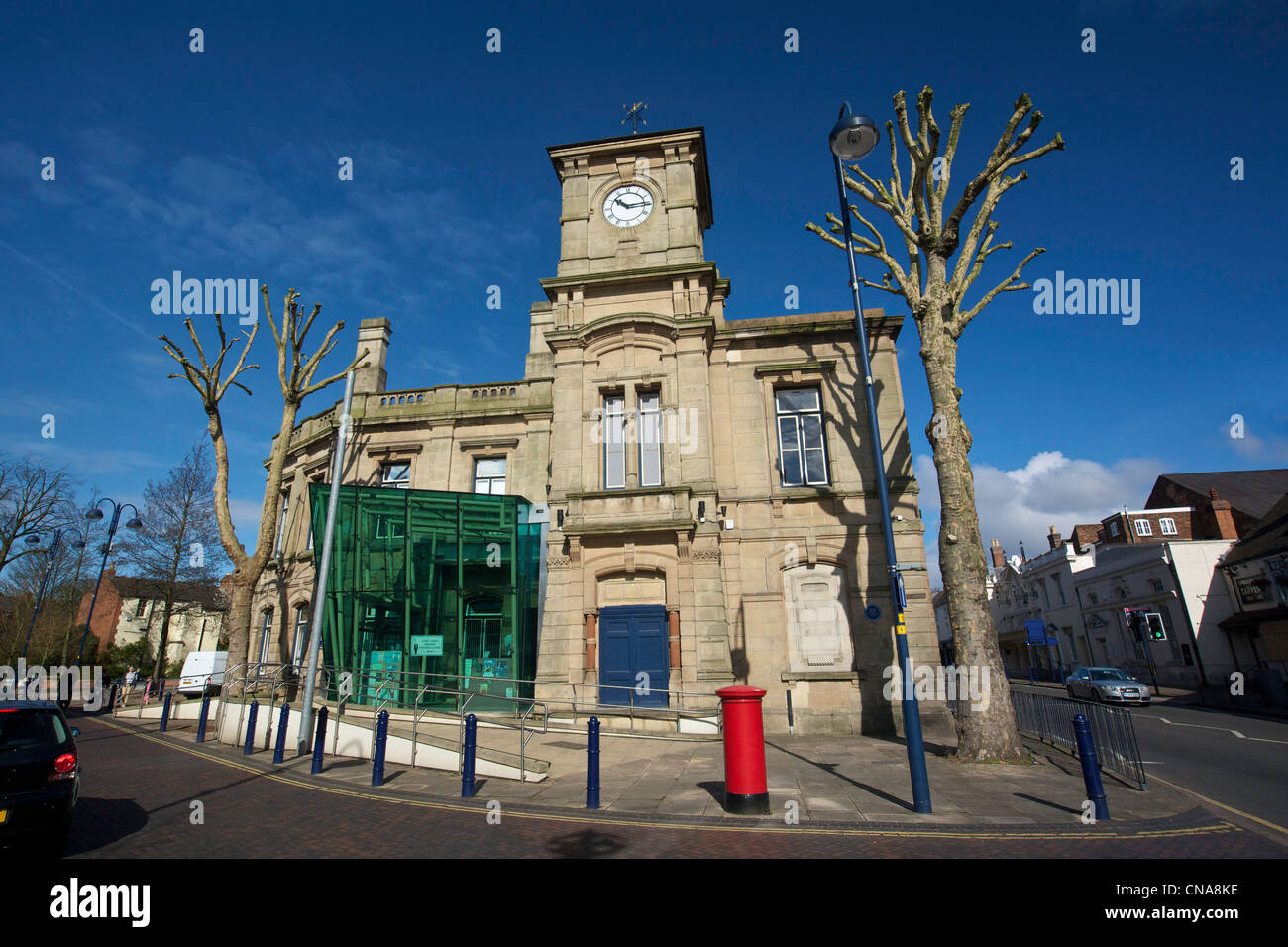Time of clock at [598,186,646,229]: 10:14
